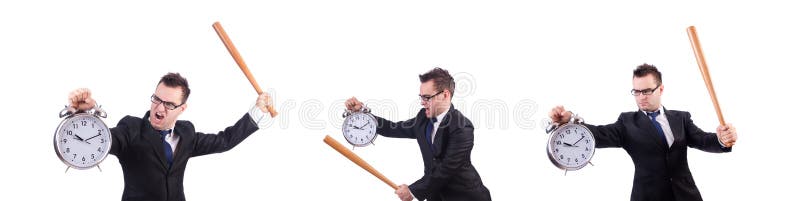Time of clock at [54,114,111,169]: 10:11
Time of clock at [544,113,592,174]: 10:11
